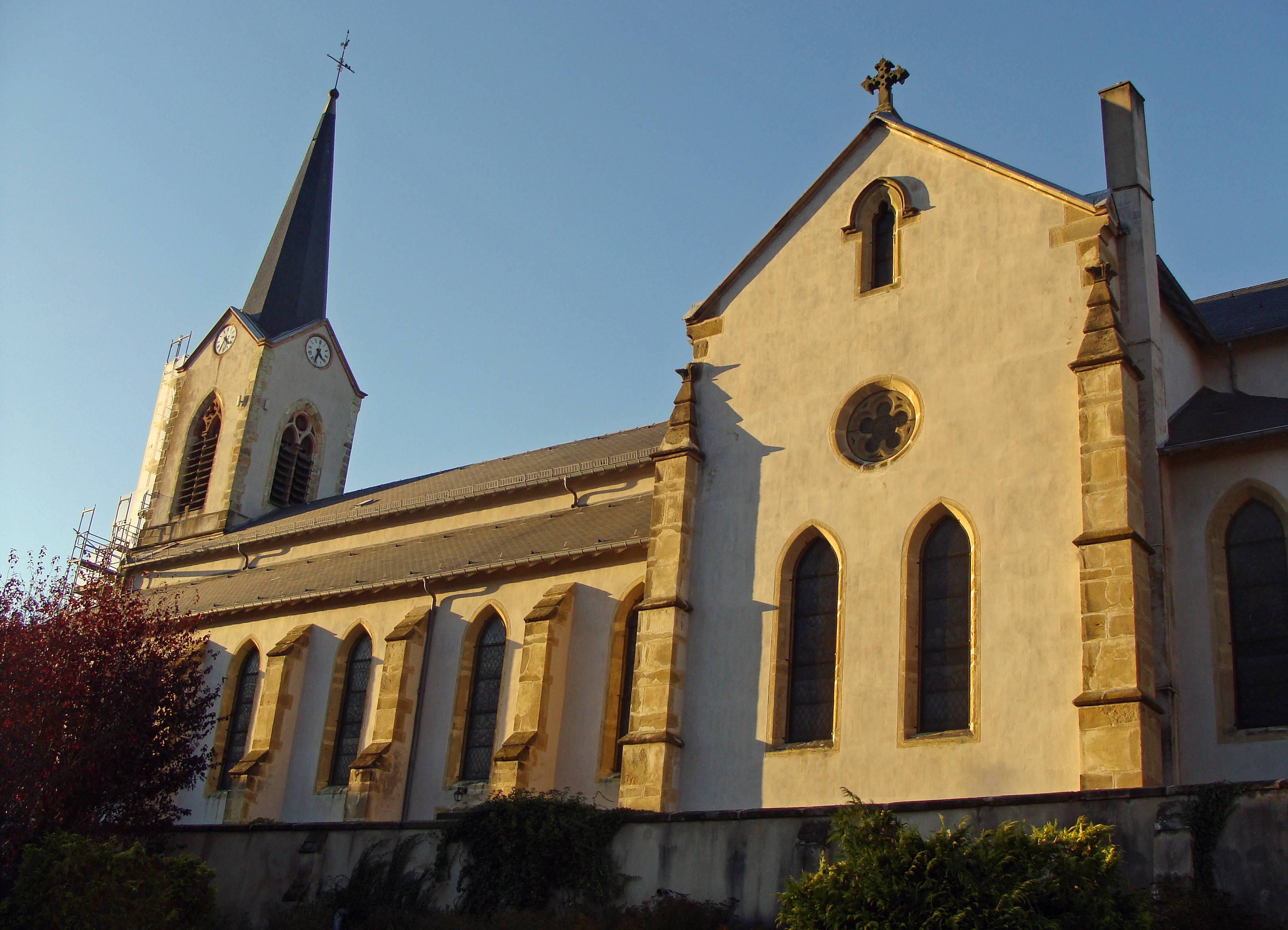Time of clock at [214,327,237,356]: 4:34
